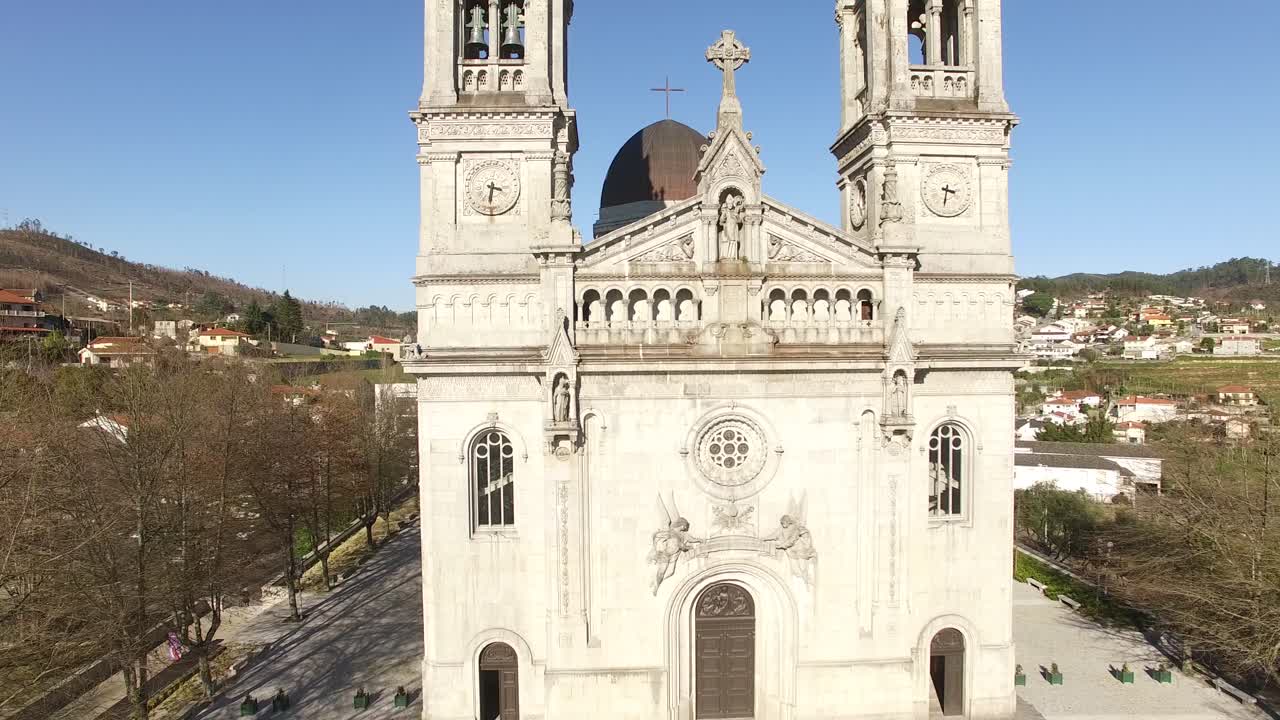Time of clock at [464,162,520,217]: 3:31
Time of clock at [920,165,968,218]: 3:32
